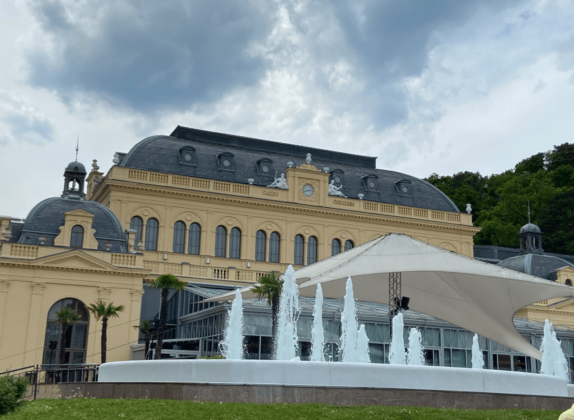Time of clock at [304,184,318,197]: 2:41
